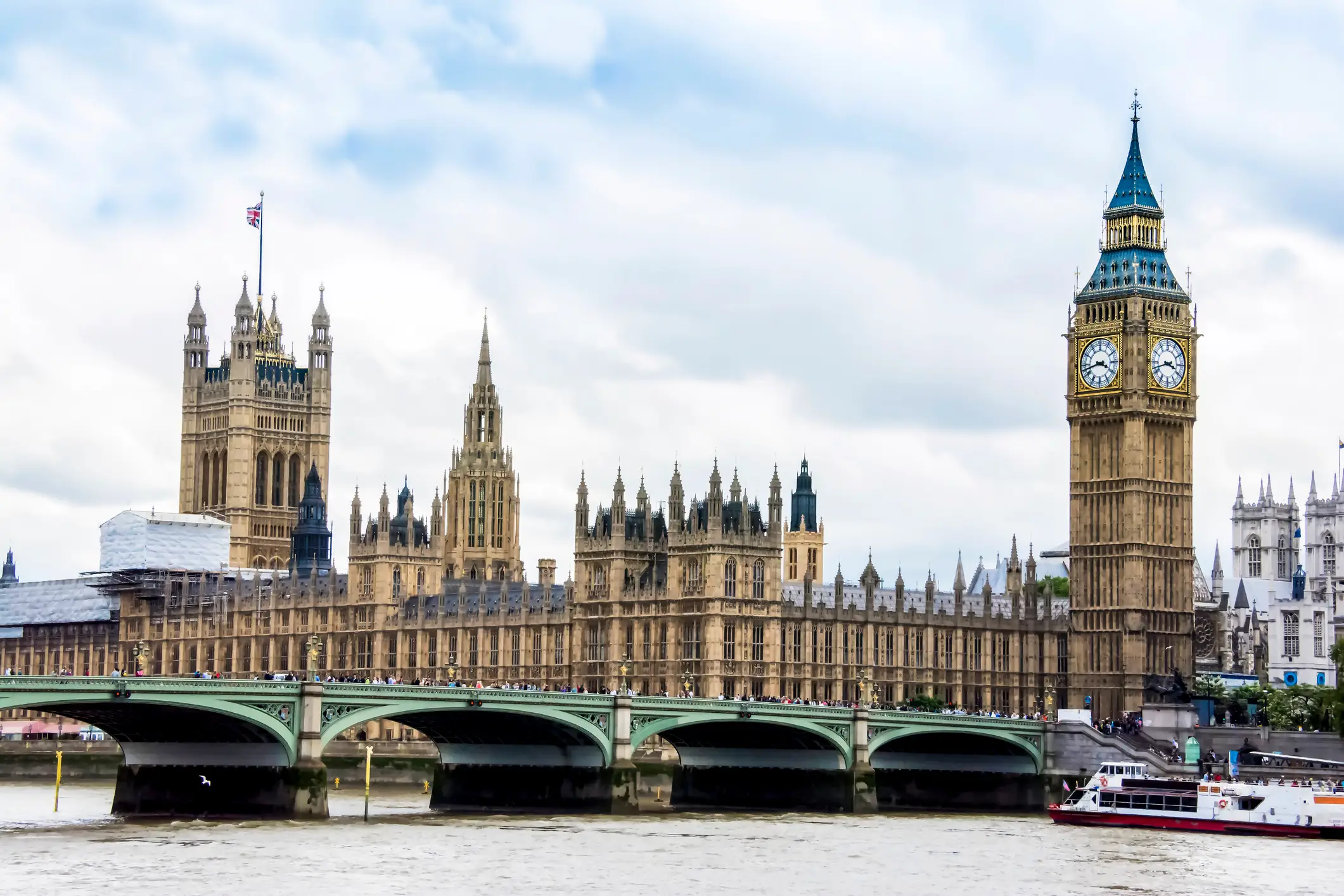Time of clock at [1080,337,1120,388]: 3:42
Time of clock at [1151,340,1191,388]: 3:42
